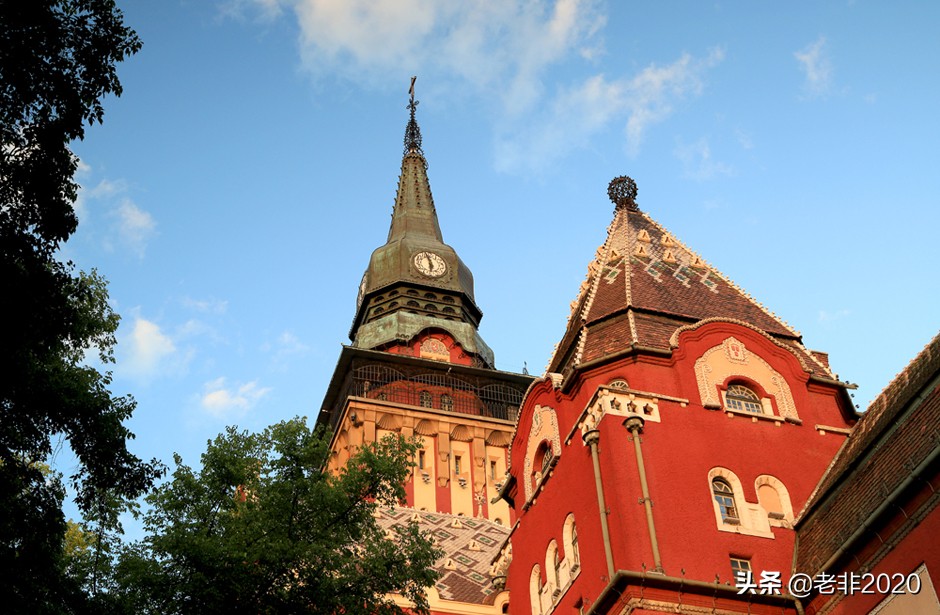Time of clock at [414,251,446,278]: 5:57
